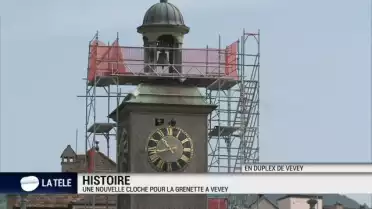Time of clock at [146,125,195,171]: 10:43
